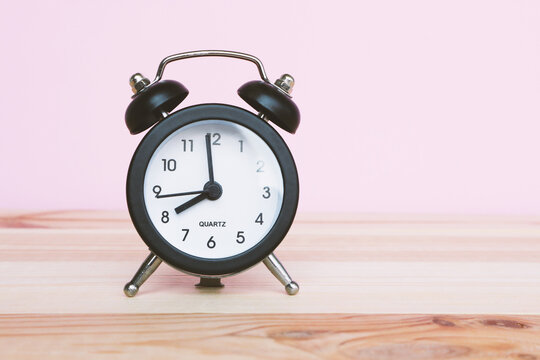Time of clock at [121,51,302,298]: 7:59
